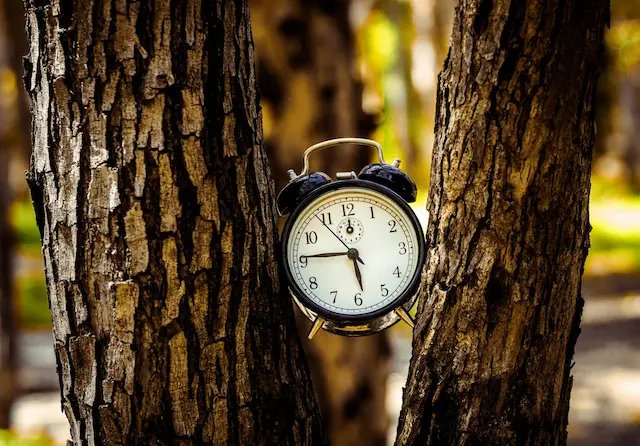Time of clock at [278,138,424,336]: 5:45
